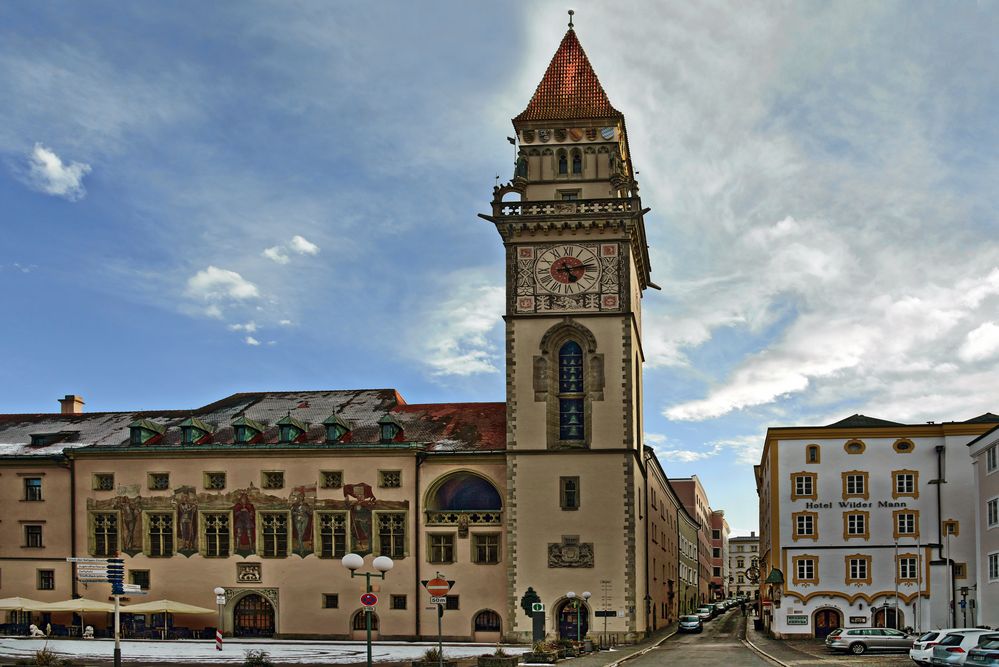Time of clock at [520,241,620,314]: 5:12
